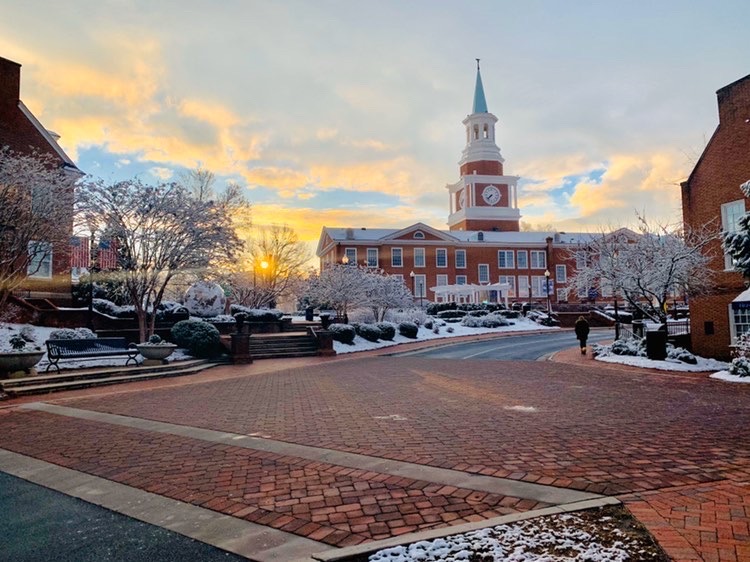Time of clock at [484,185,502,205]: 7:37
